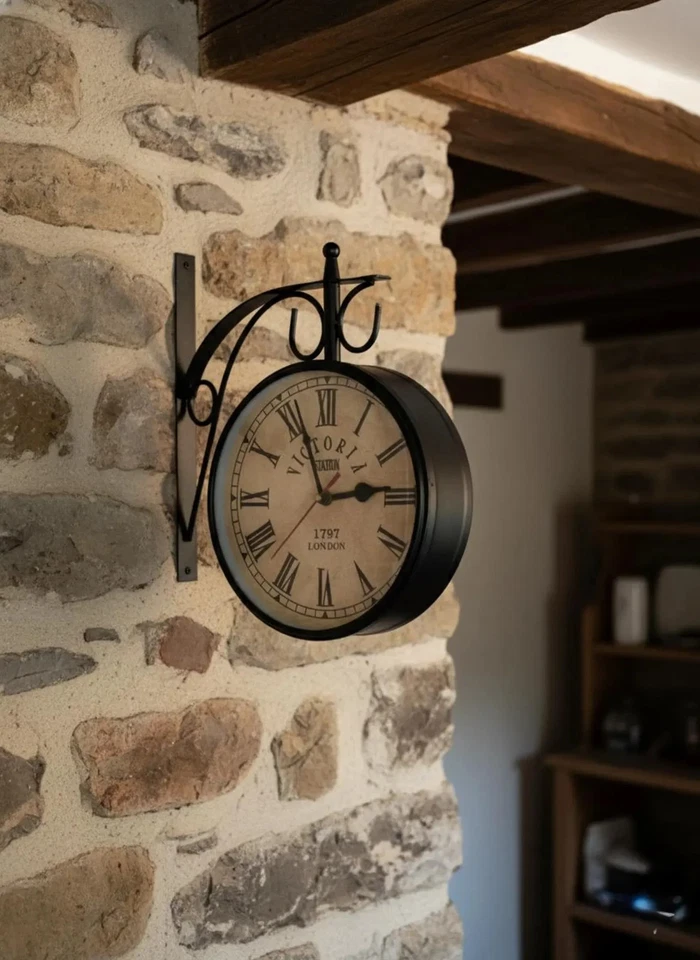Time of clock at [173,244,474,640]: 11:13
